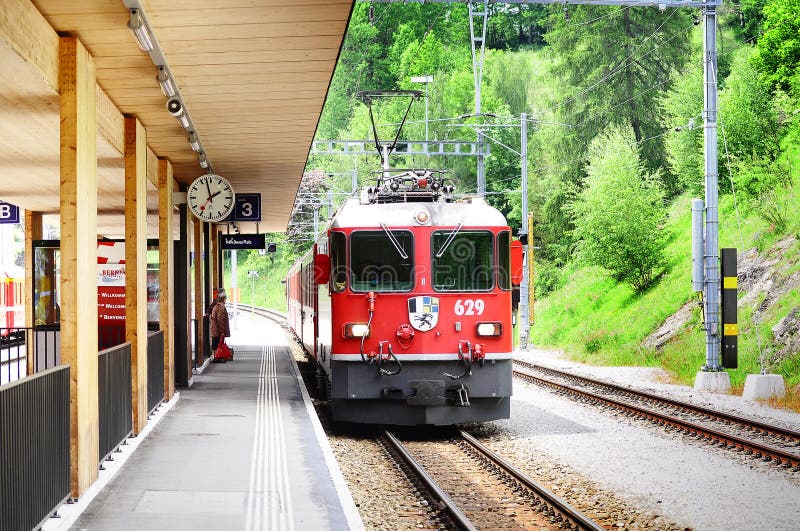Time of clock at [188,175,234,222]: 1:57
